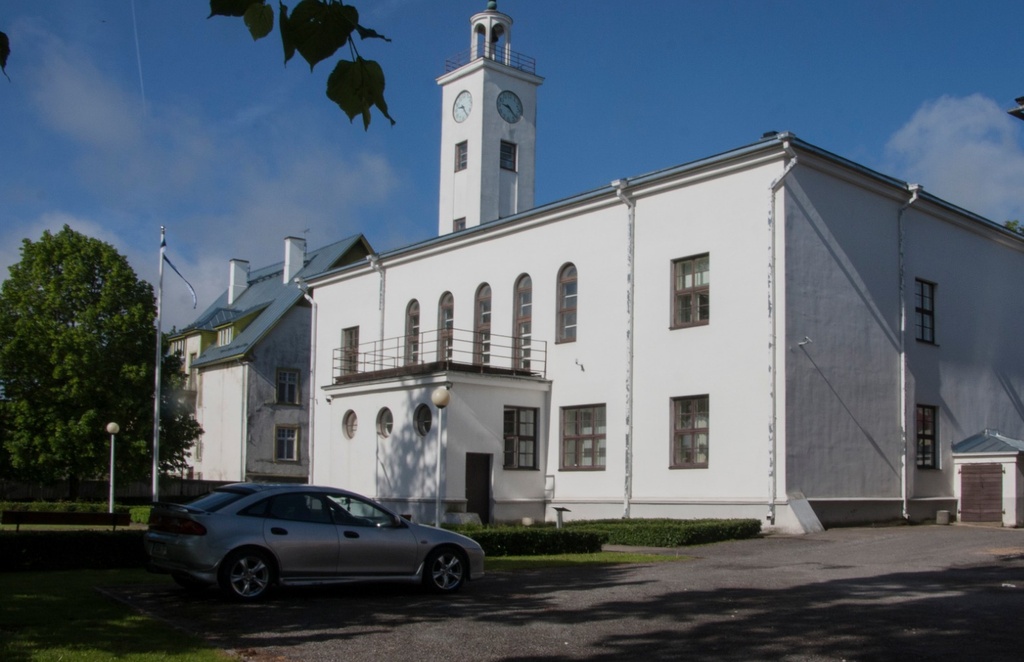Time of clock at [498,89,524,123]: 9:22
